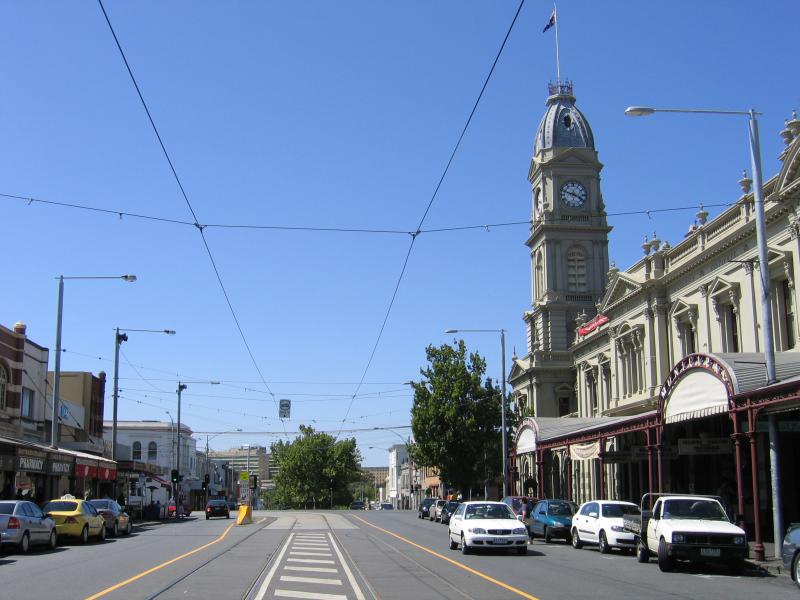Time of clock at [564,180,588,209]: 3:48
